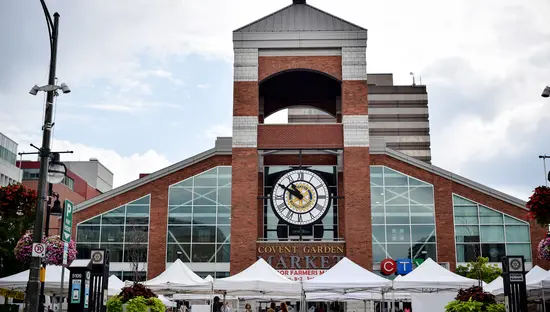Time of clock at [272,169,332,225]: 10:50
